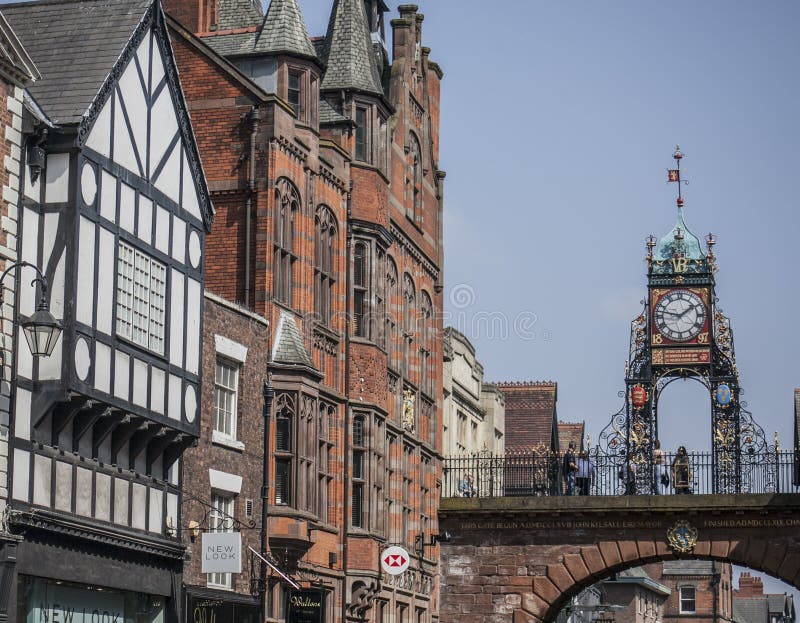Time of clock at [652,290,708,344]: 1:47
